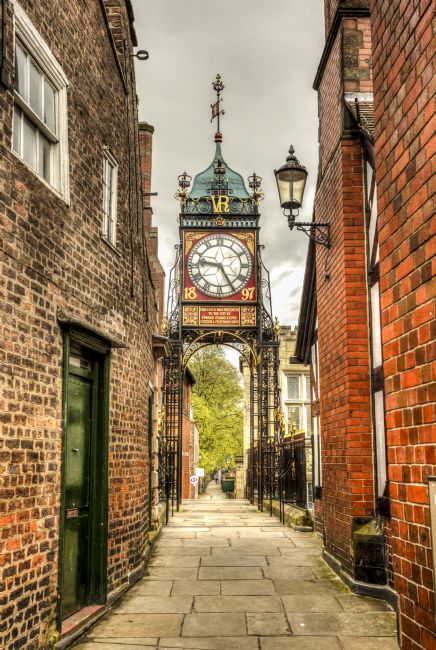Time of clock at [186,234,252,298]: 9:25
